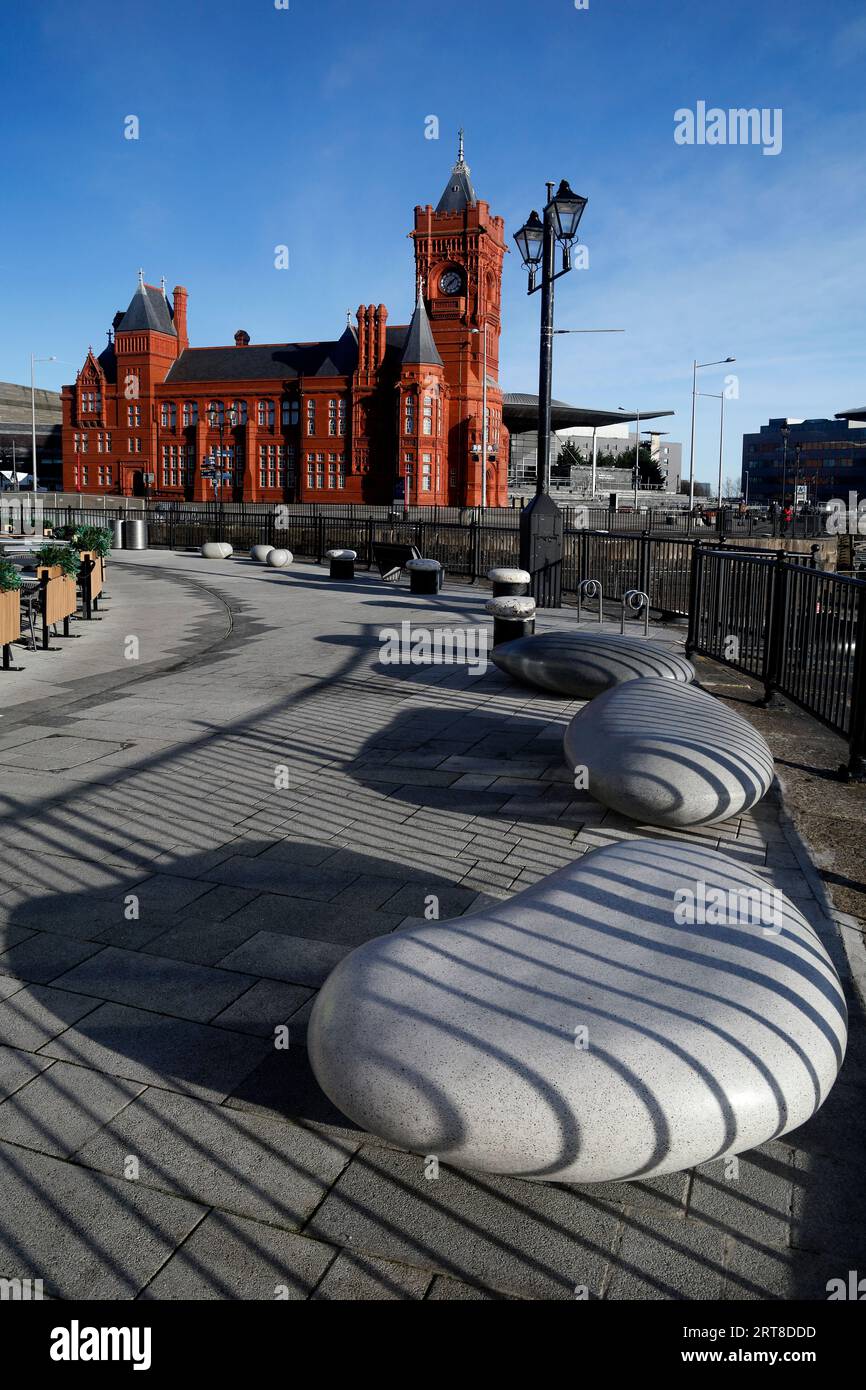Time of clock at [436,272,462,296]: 1:37
